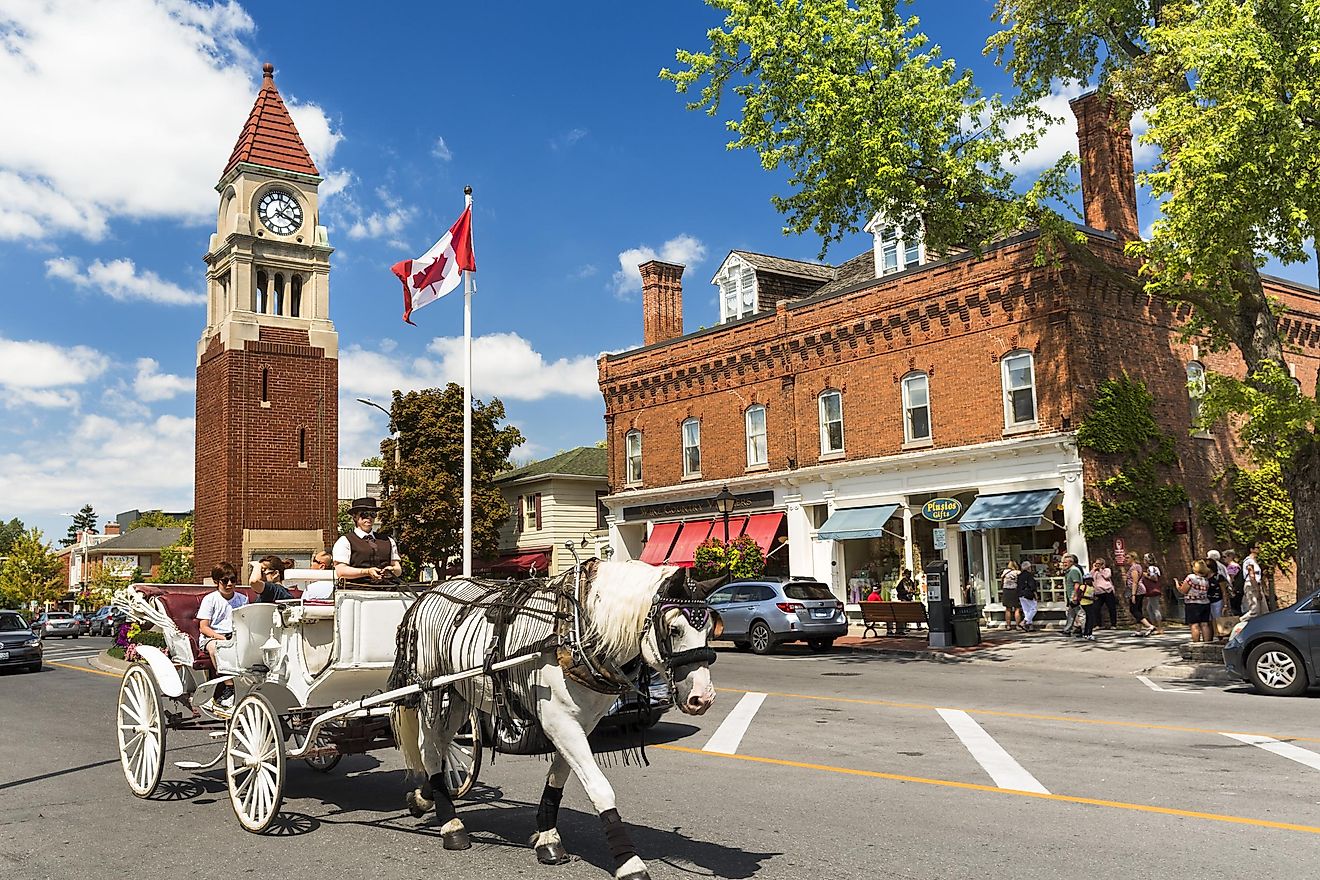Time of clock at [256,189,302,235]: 1:18
